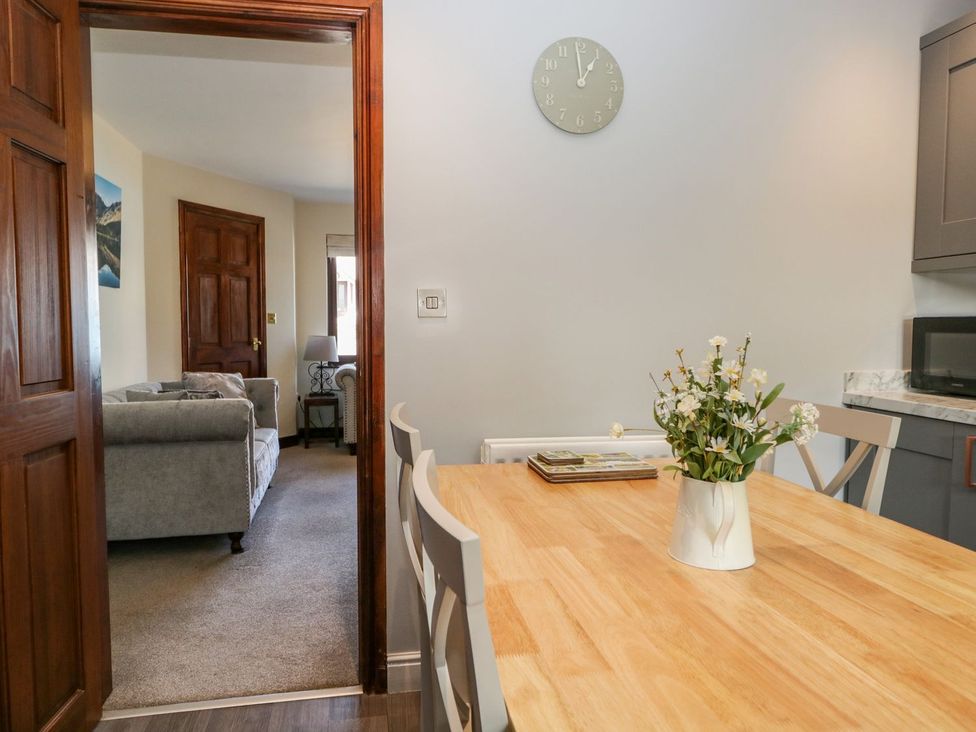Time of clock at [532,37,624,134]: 12:59
